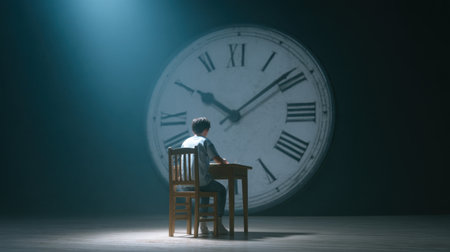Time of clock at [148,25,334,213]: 10:08
